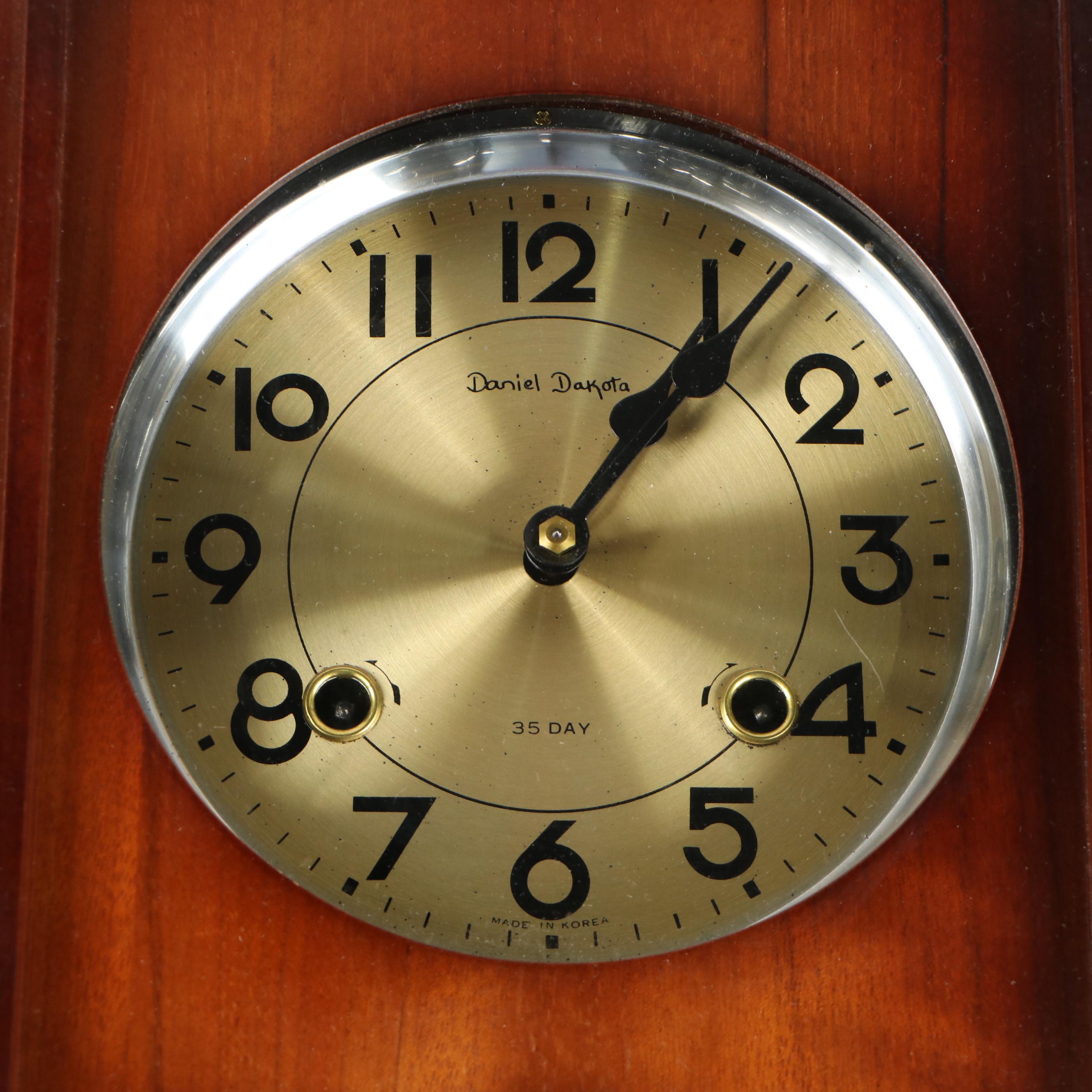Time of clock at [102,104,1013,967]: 1:06
